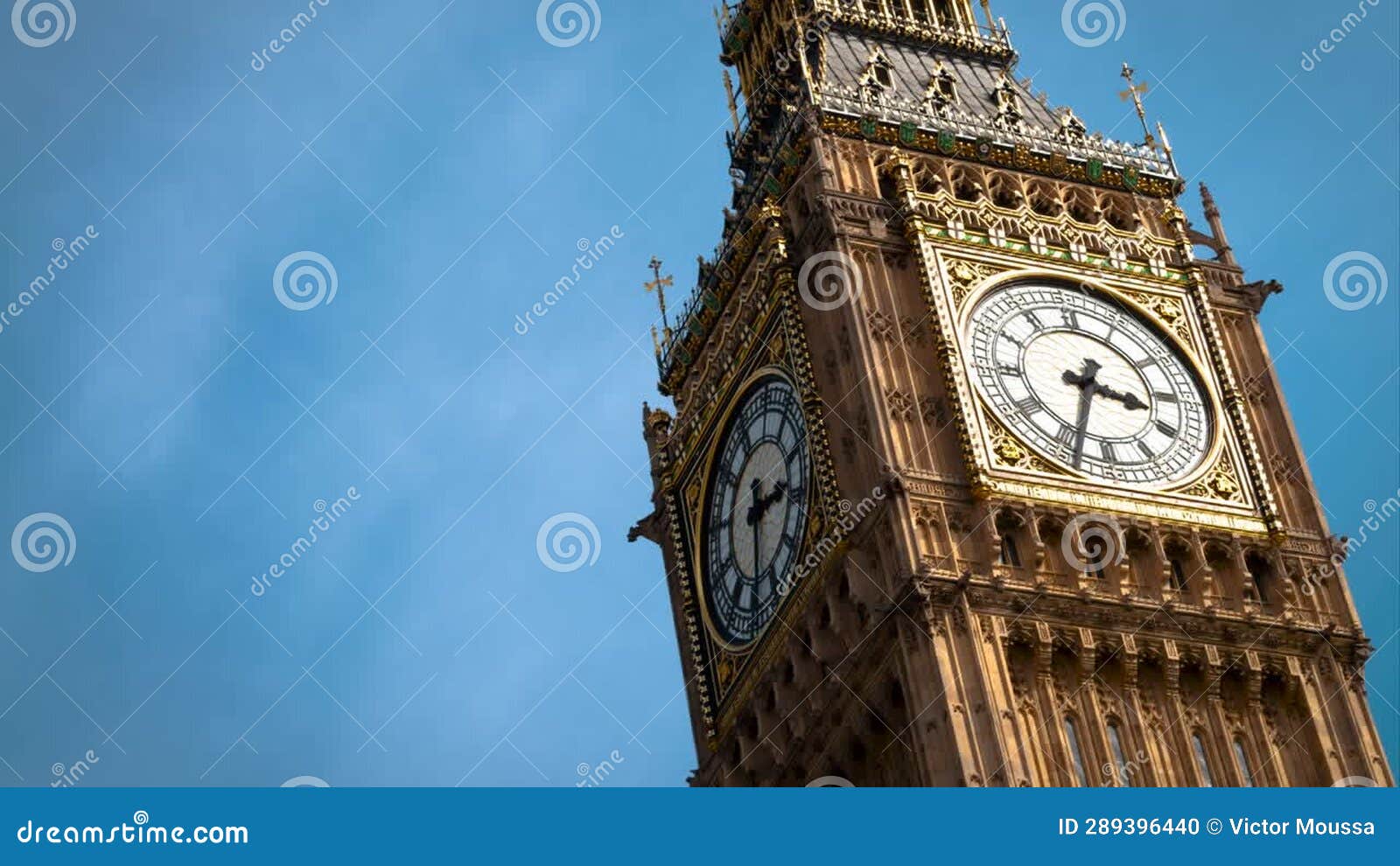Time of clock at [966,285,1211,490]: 3:33
